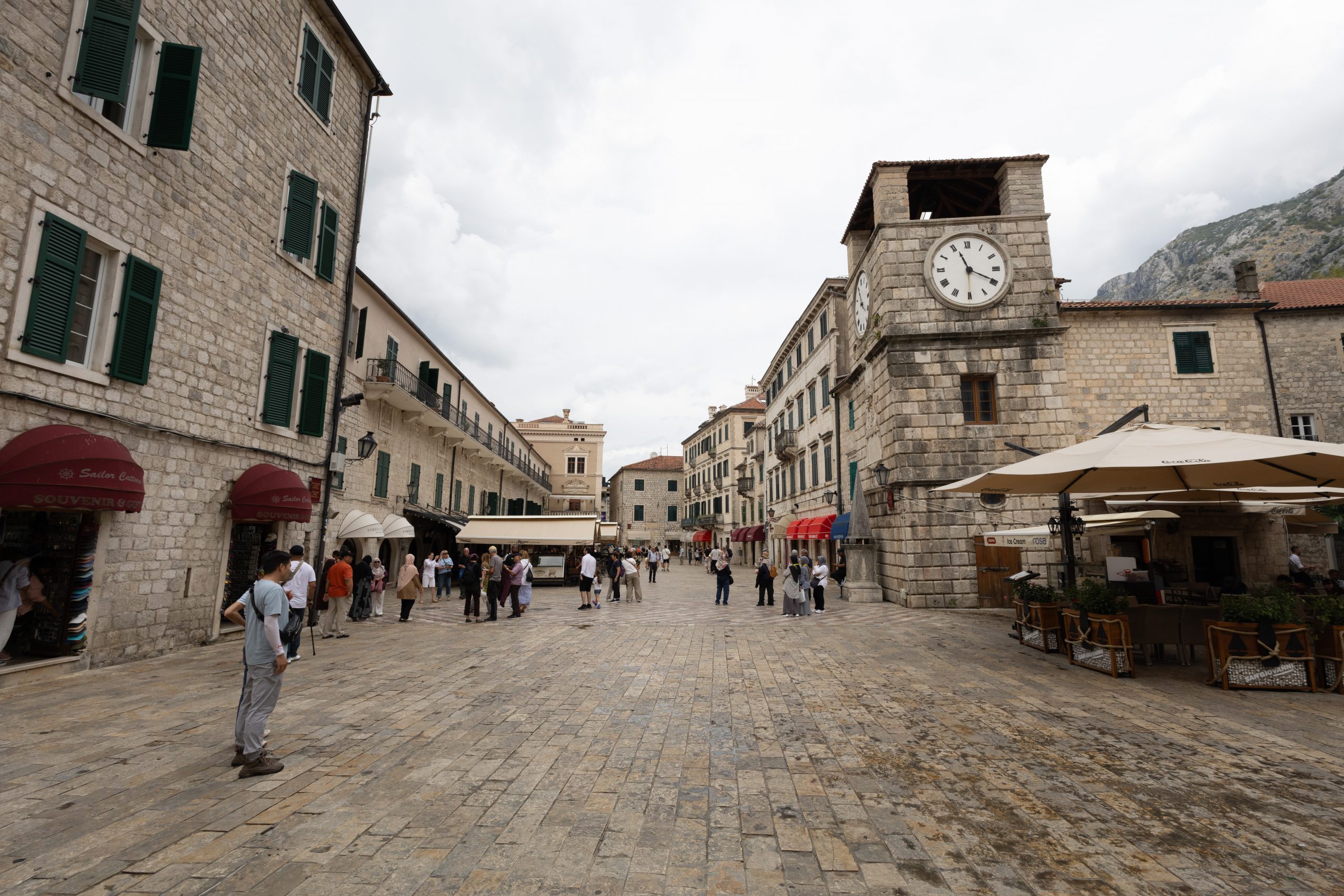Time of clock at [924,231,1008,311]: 11:19
